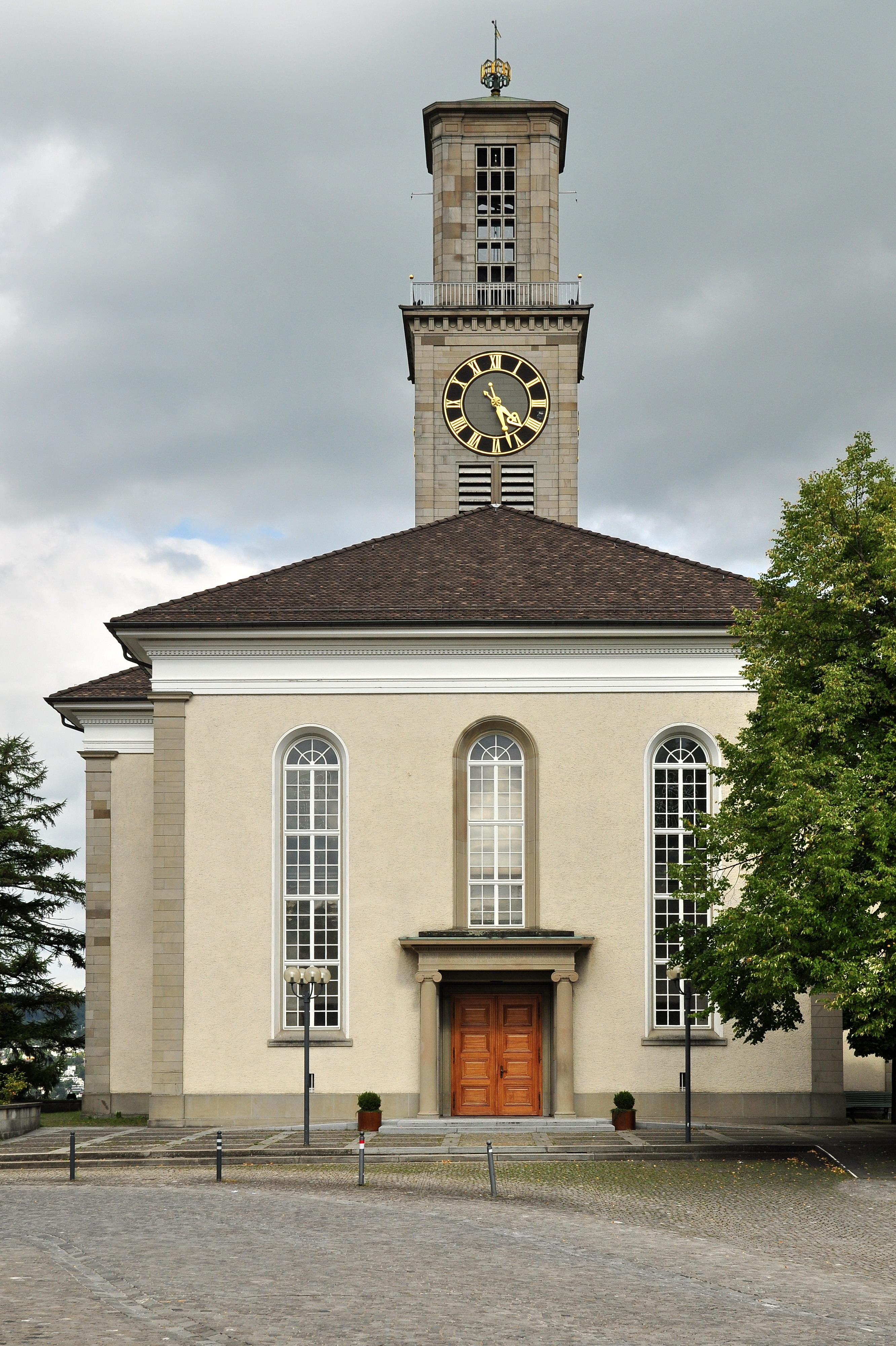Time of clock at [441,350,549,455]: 4:26
